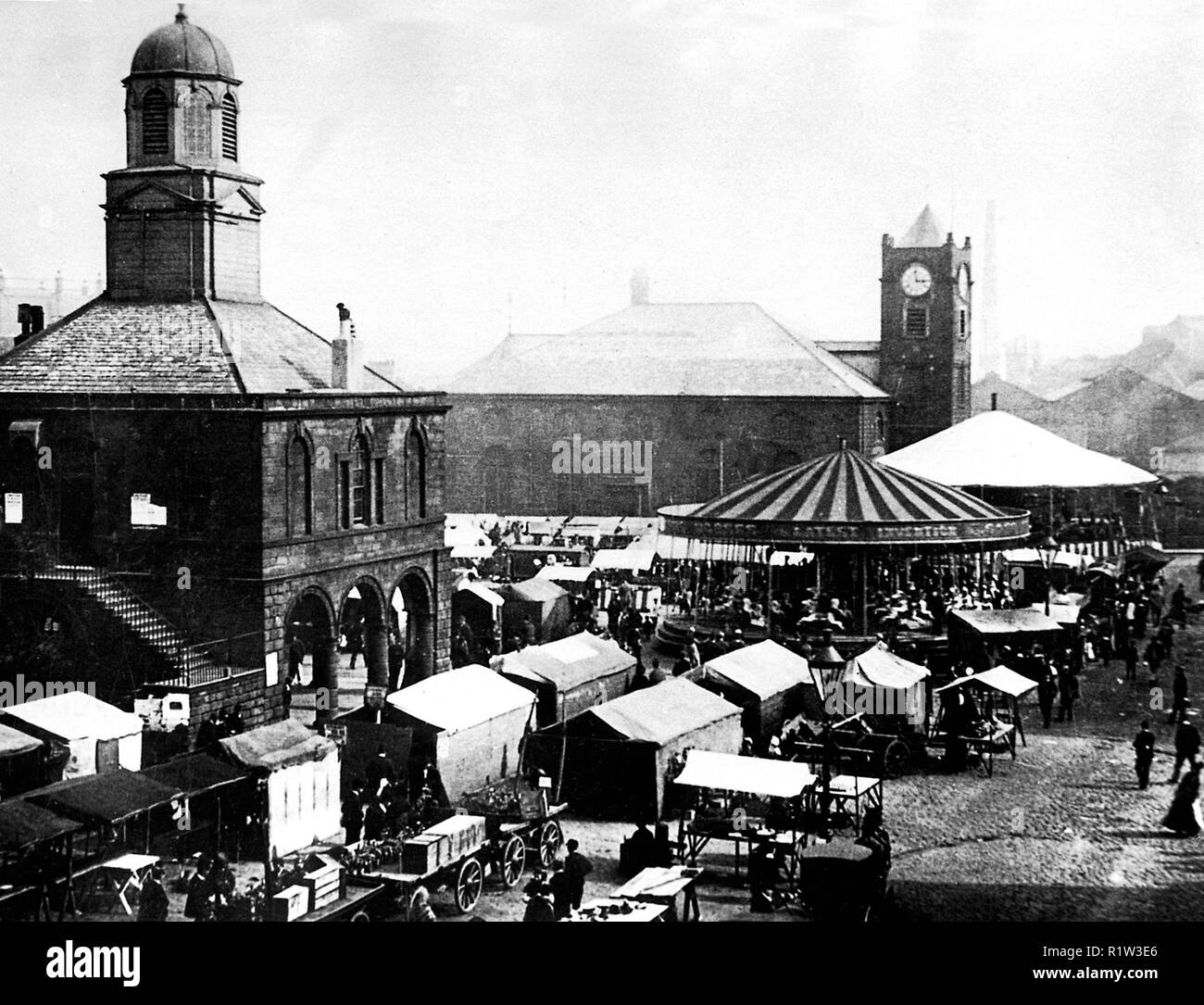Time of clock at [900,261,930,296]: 2:58
